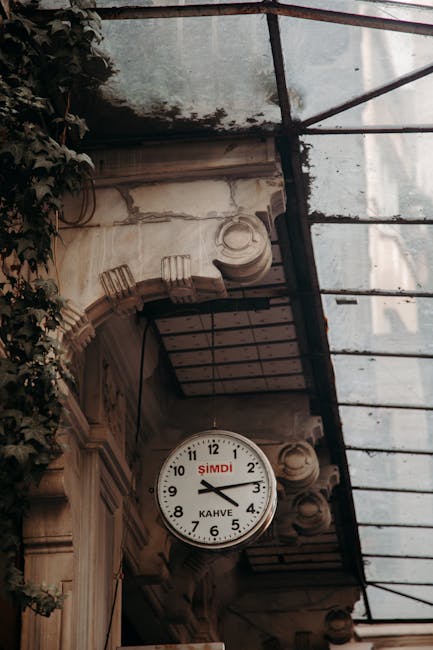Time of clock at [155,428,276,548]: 4:13
